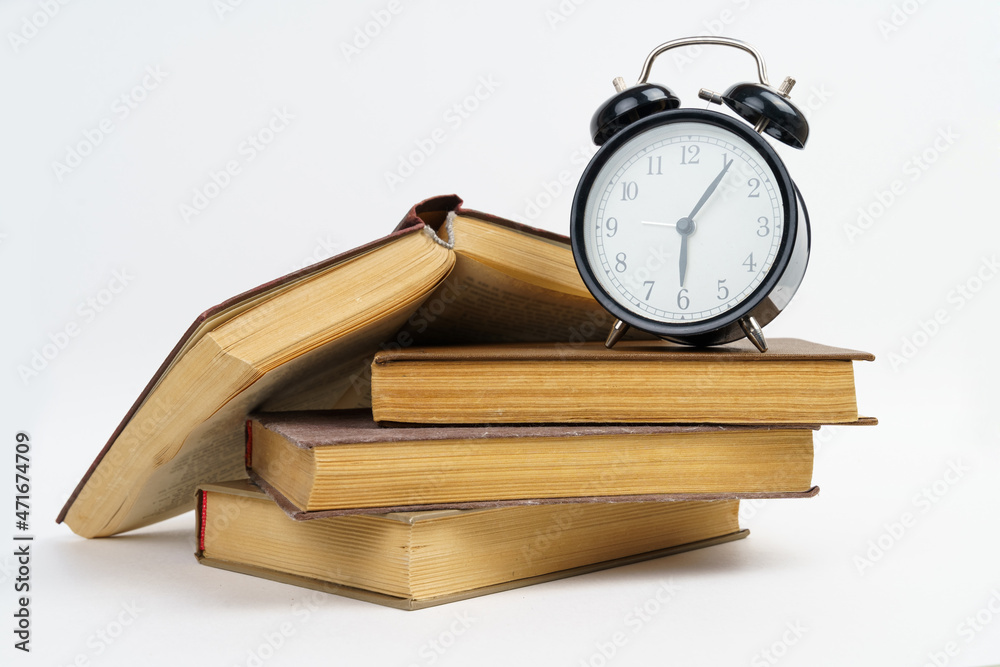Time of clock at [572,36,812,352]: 6:06
